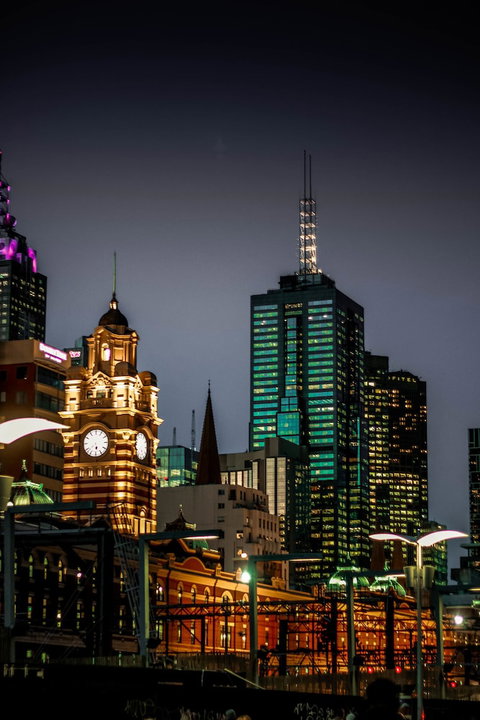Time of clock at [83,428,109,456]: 5:38
